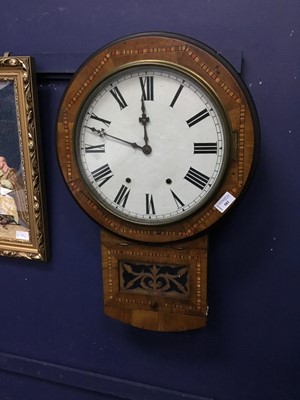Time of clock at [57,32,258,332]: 11:48
